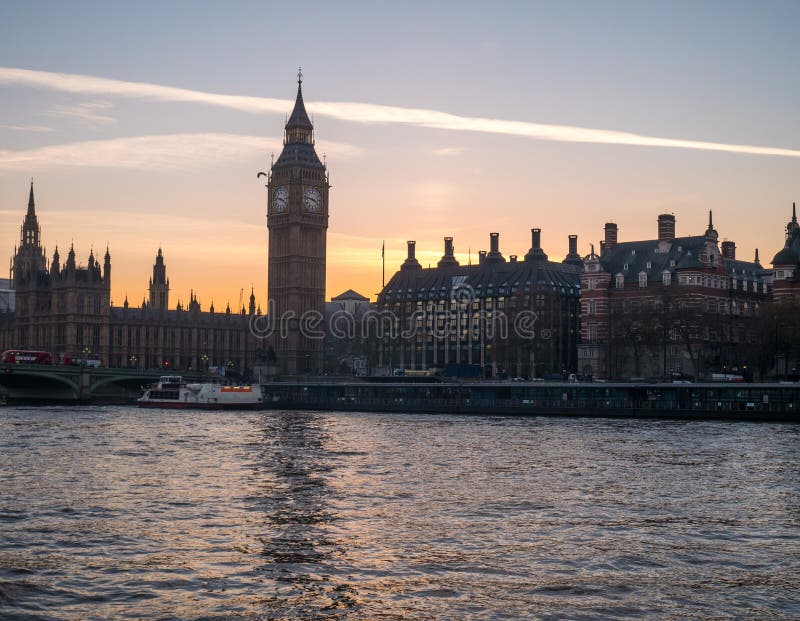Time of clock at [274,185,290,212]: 3:47
